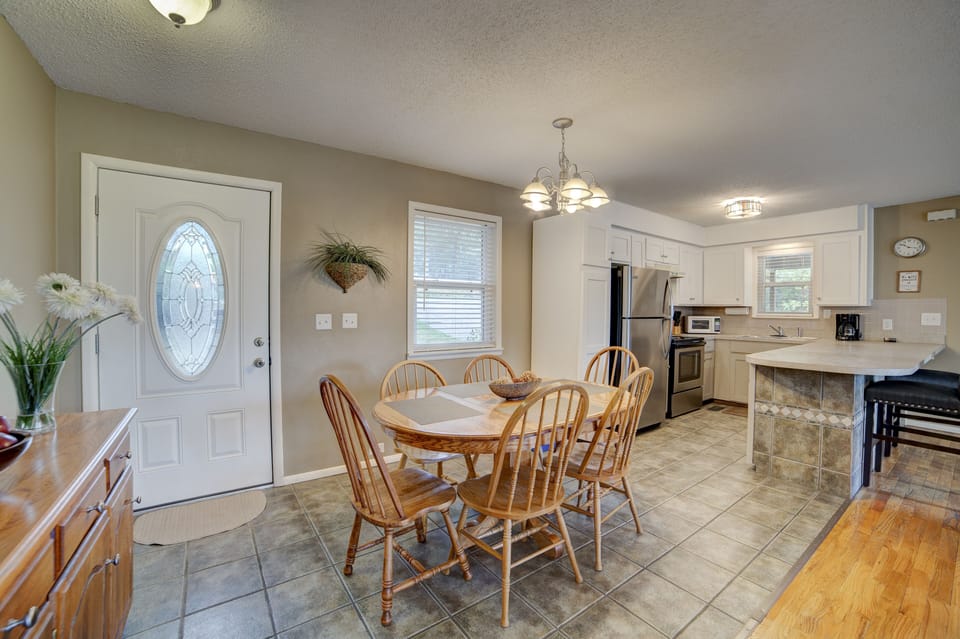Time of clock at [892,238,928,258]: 10:17
